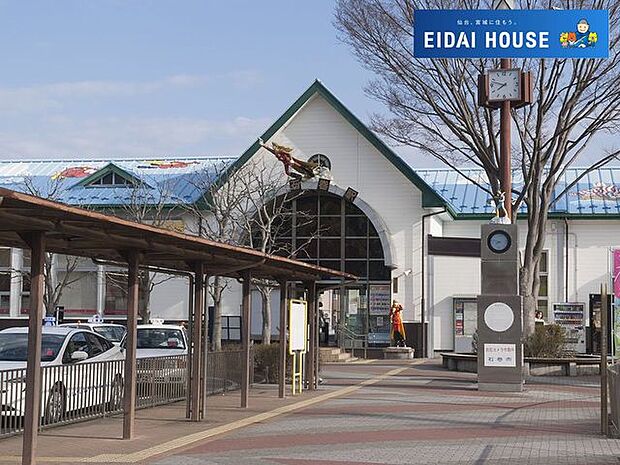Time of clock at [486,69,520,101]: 7:47
